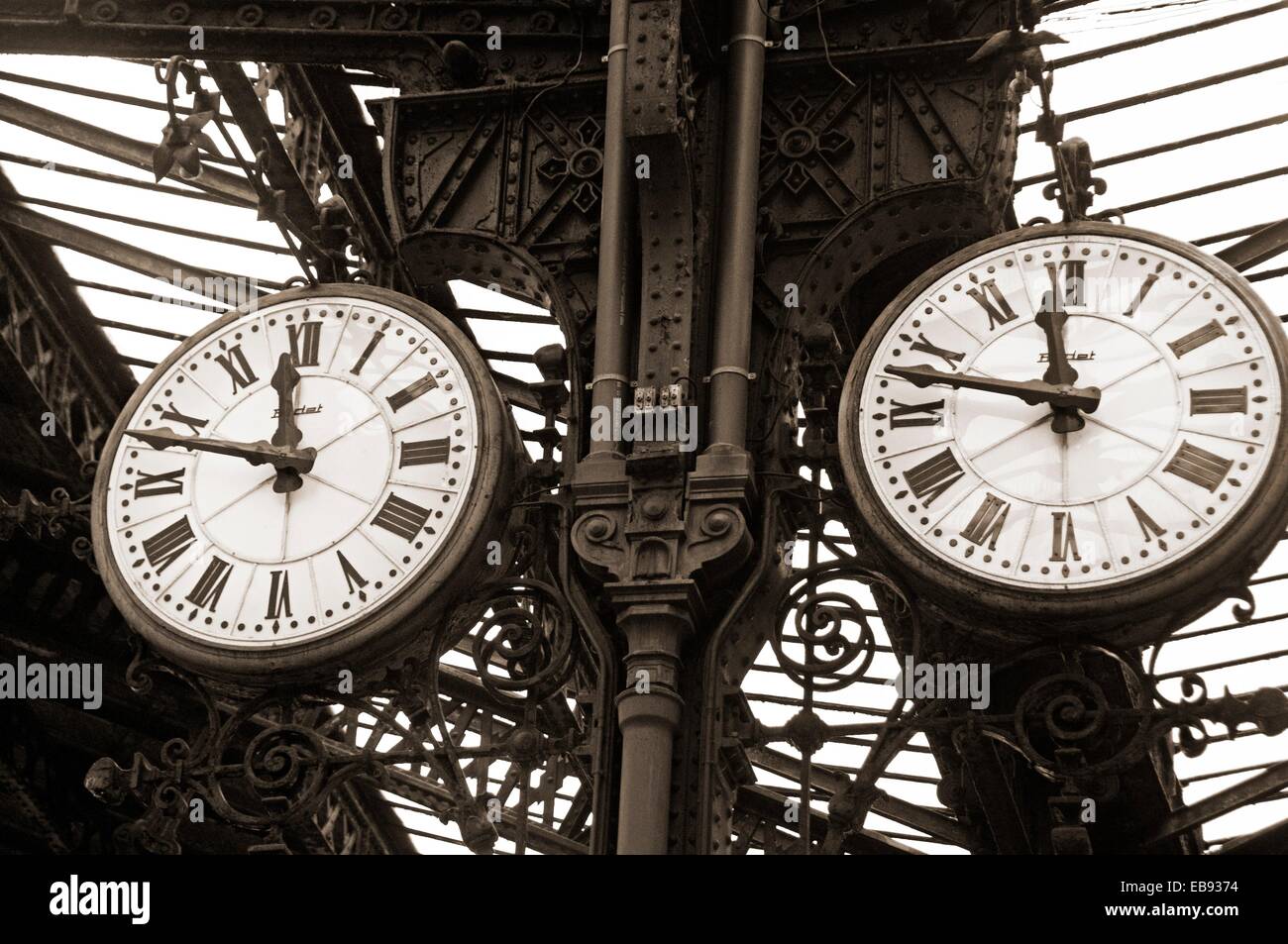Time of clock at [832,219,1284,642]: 11:47
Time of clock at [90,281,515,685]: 11:47
